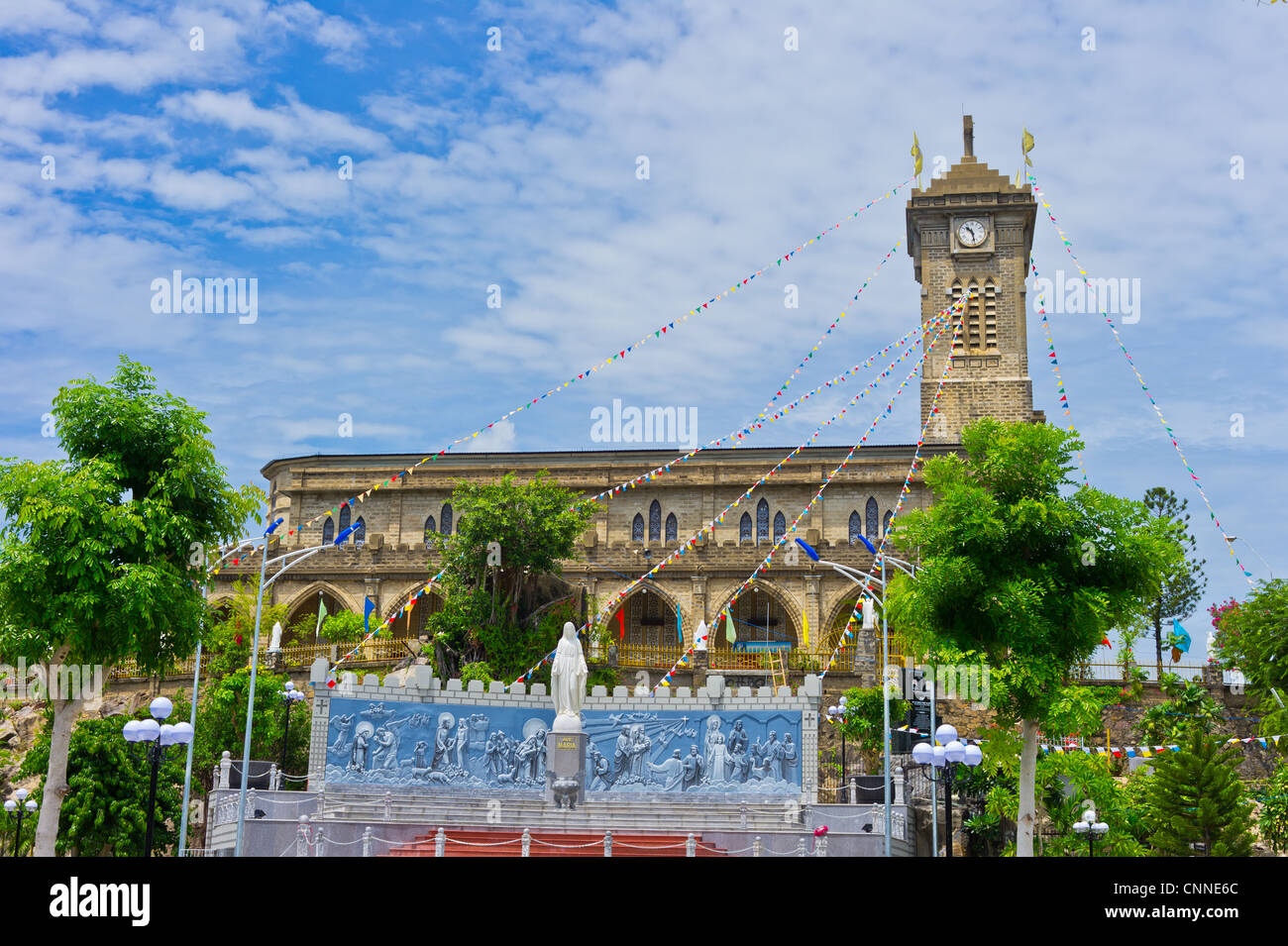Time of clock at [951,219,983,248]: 10:28
